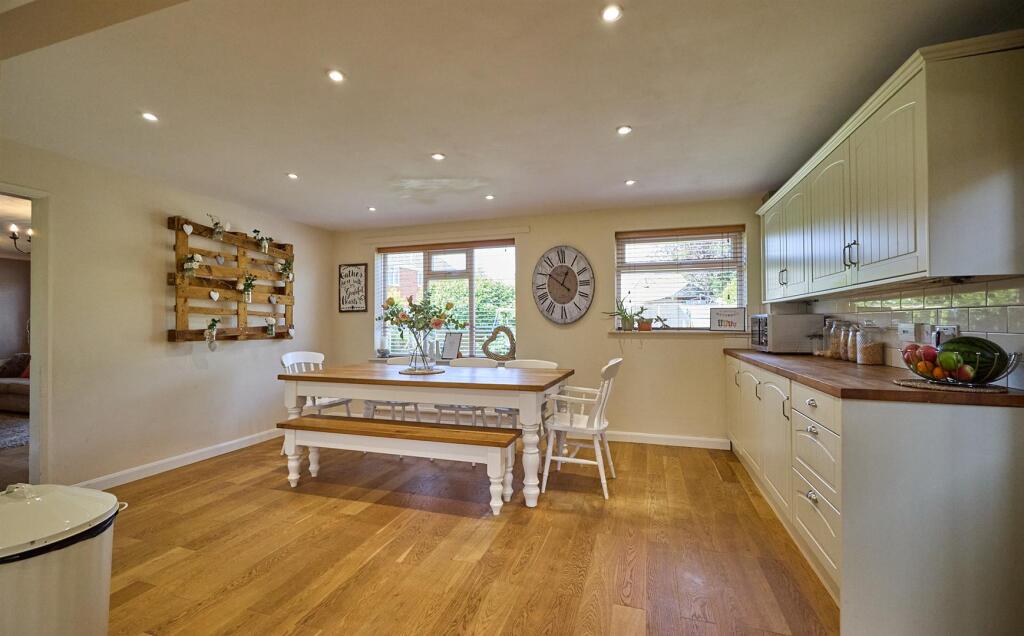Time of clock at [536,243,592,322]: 12:51
